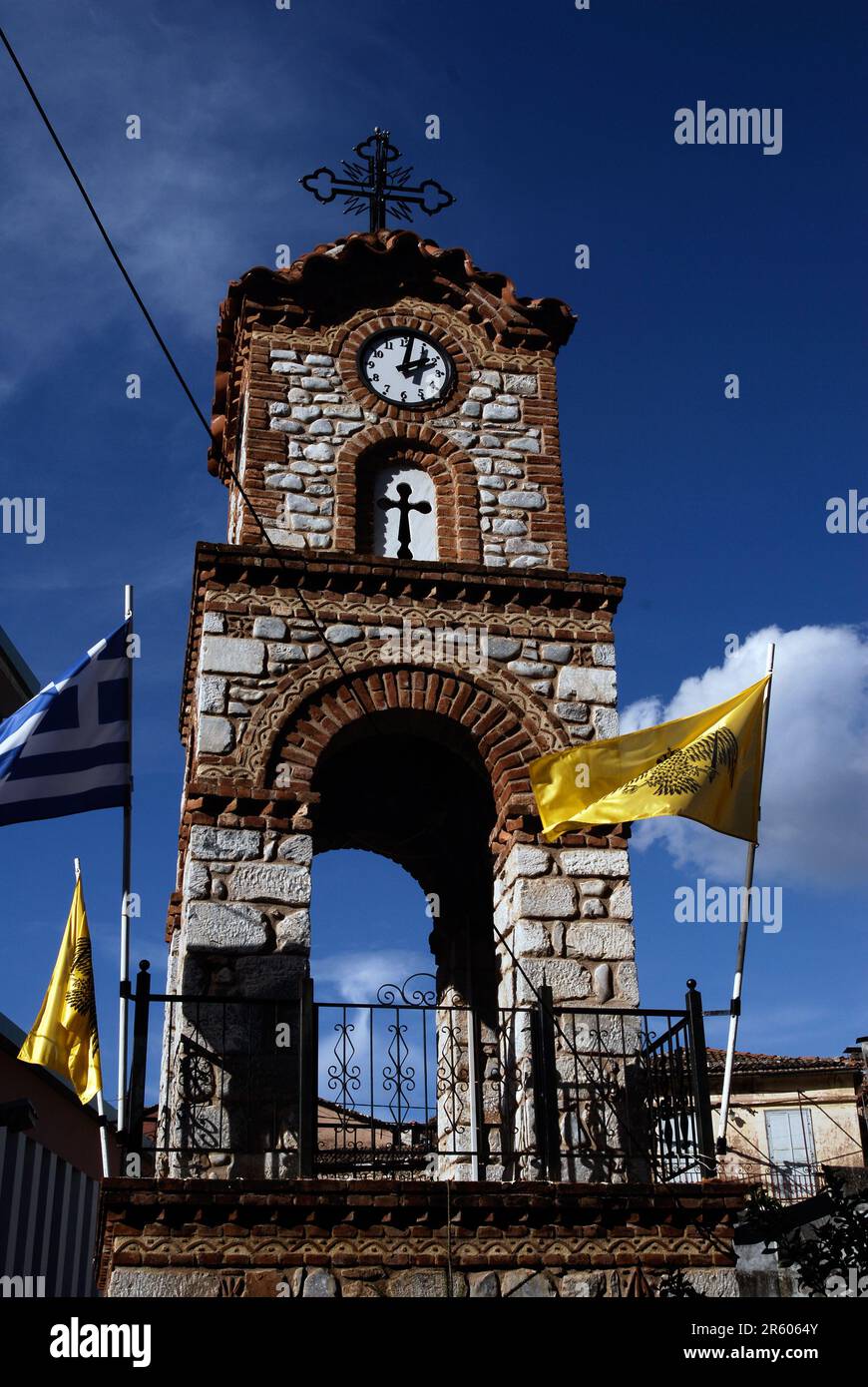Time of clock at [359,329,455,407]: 2:01
